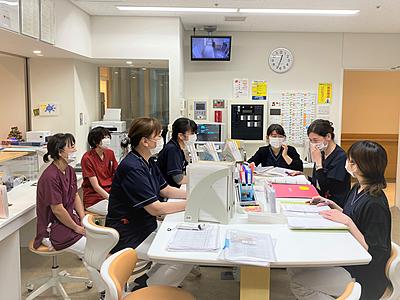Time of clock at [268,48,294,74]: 12:33
